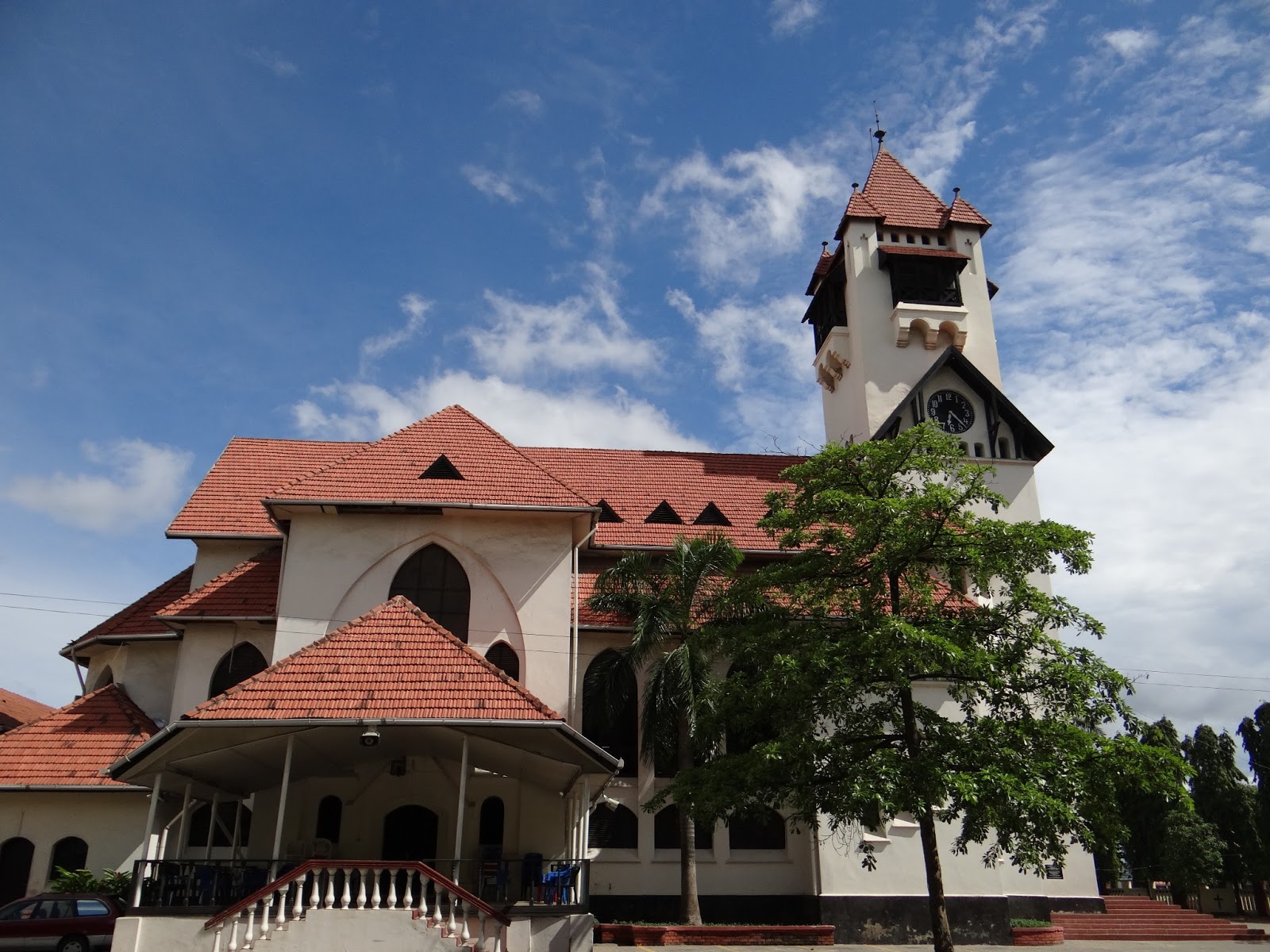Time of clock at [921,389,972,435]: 6:22
